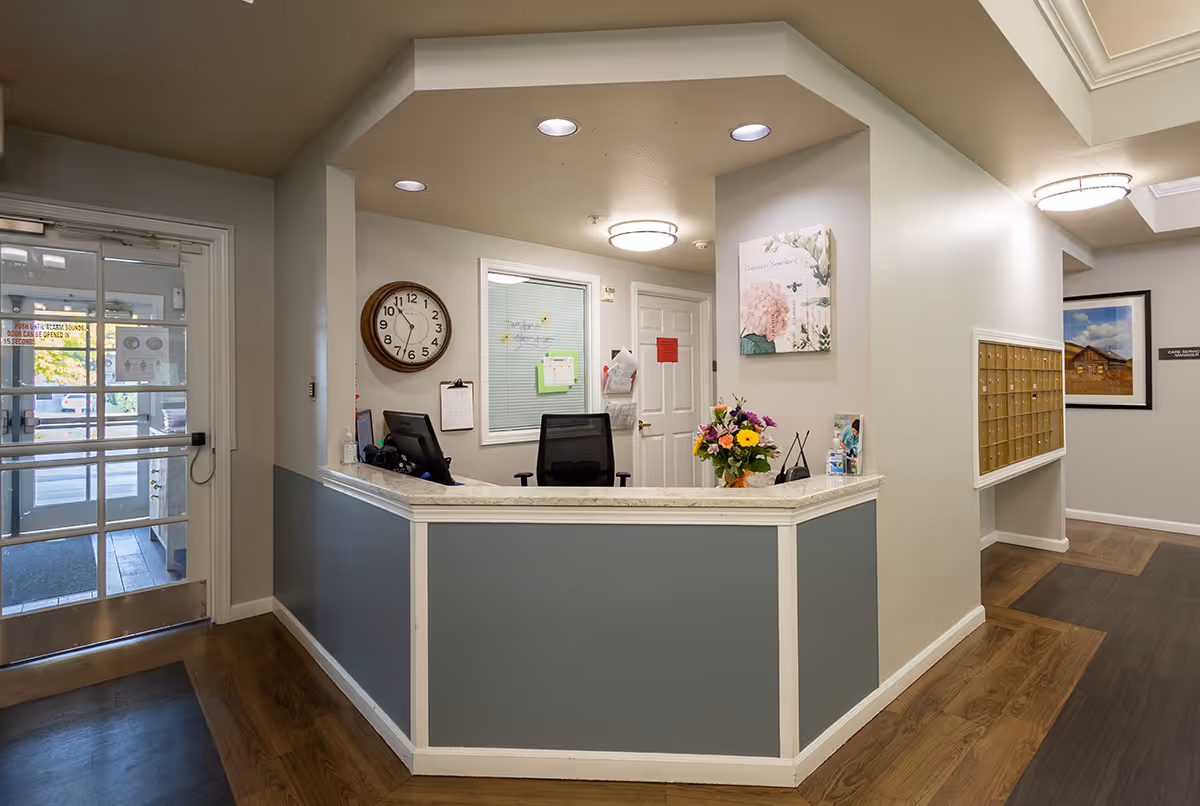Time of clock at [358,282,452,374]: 10:32
